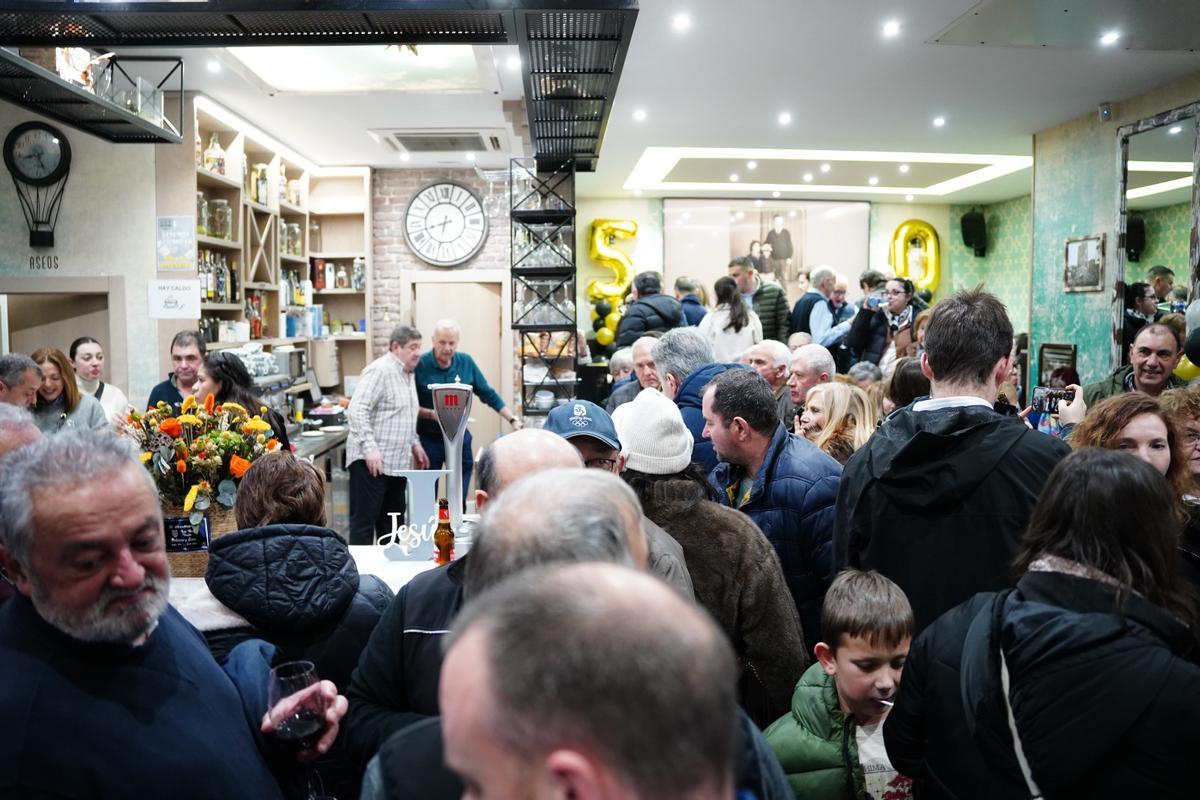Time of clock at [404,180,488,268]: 8:32
